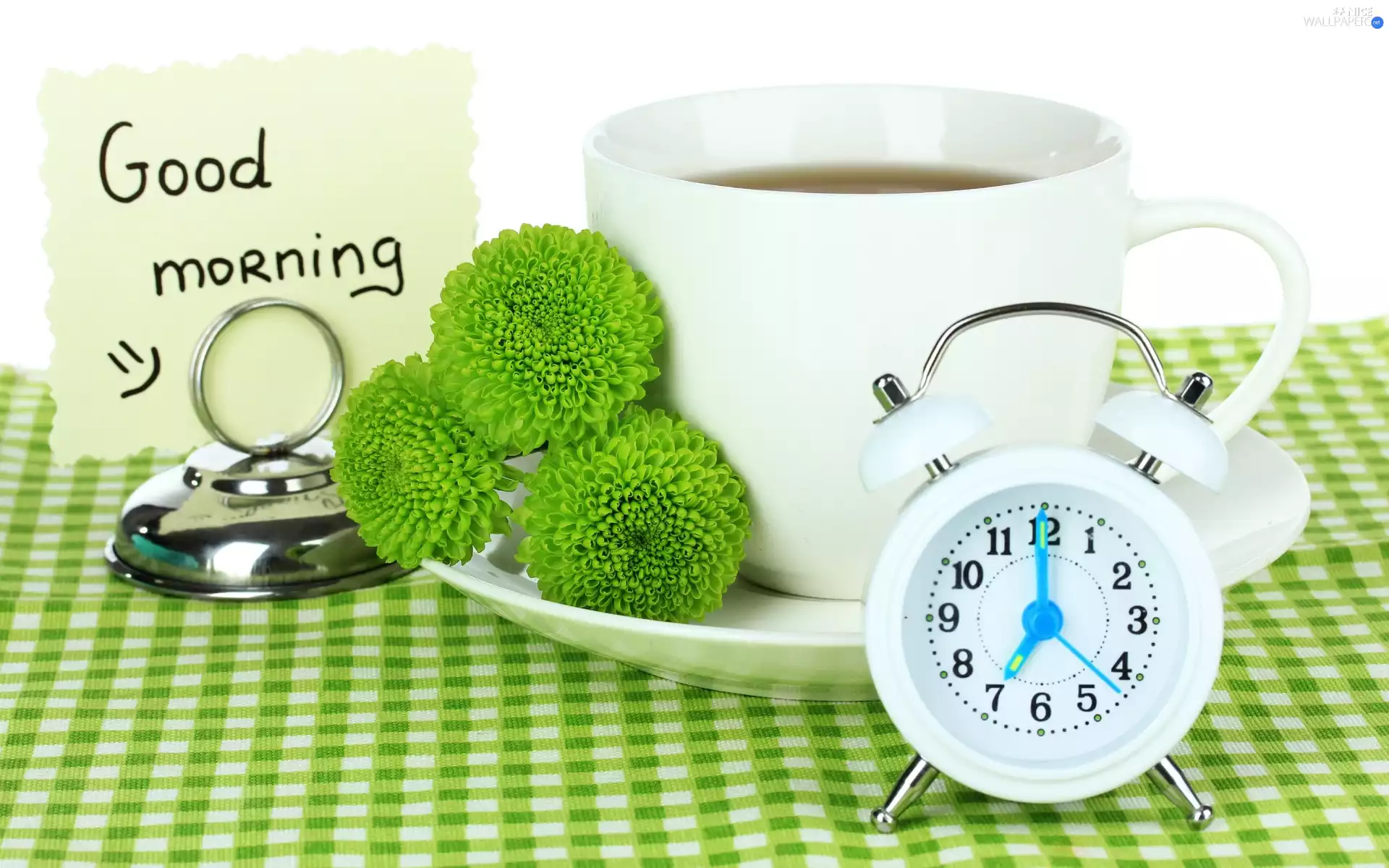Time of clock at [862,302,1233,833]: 7:00
